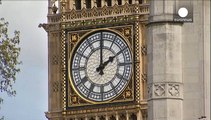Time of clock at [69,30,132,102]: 2:00
